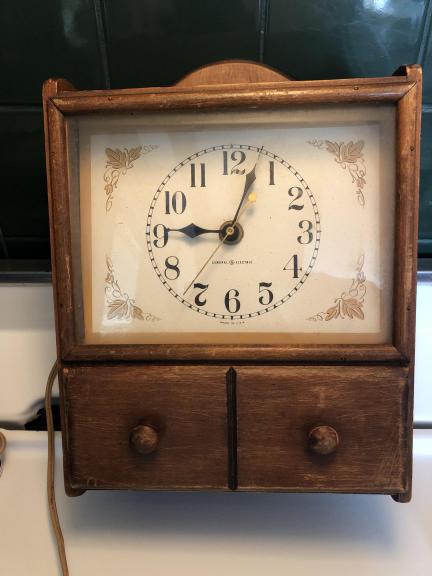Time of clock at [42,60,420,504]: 9:02
